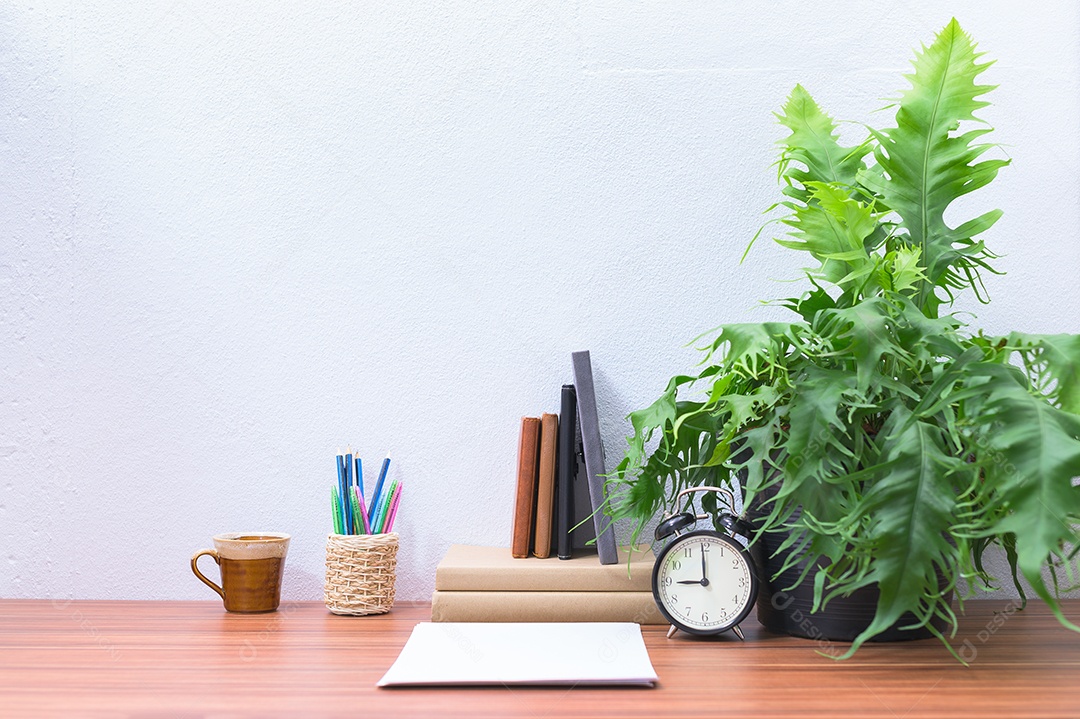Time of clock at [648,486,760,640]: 8:59
